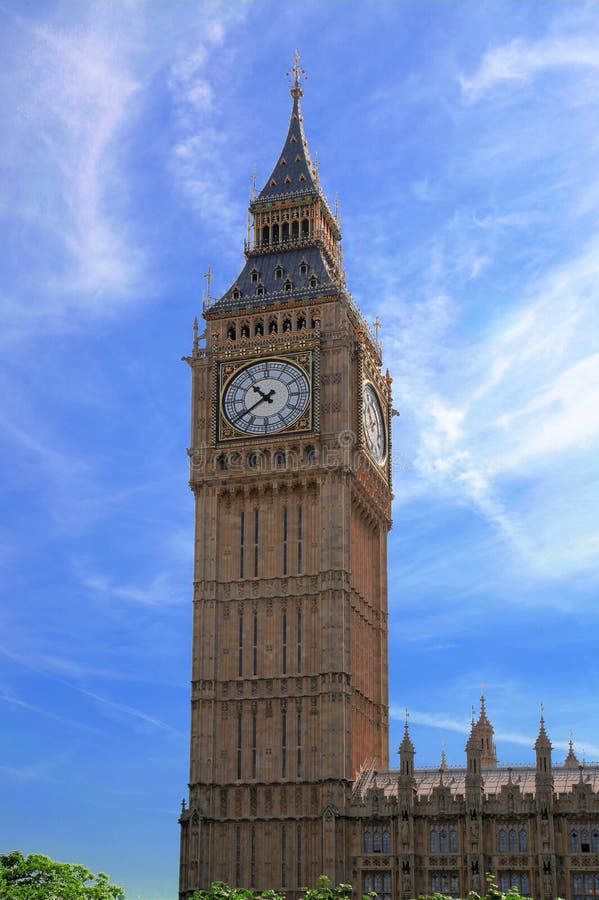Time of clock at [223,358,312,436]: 10:39
